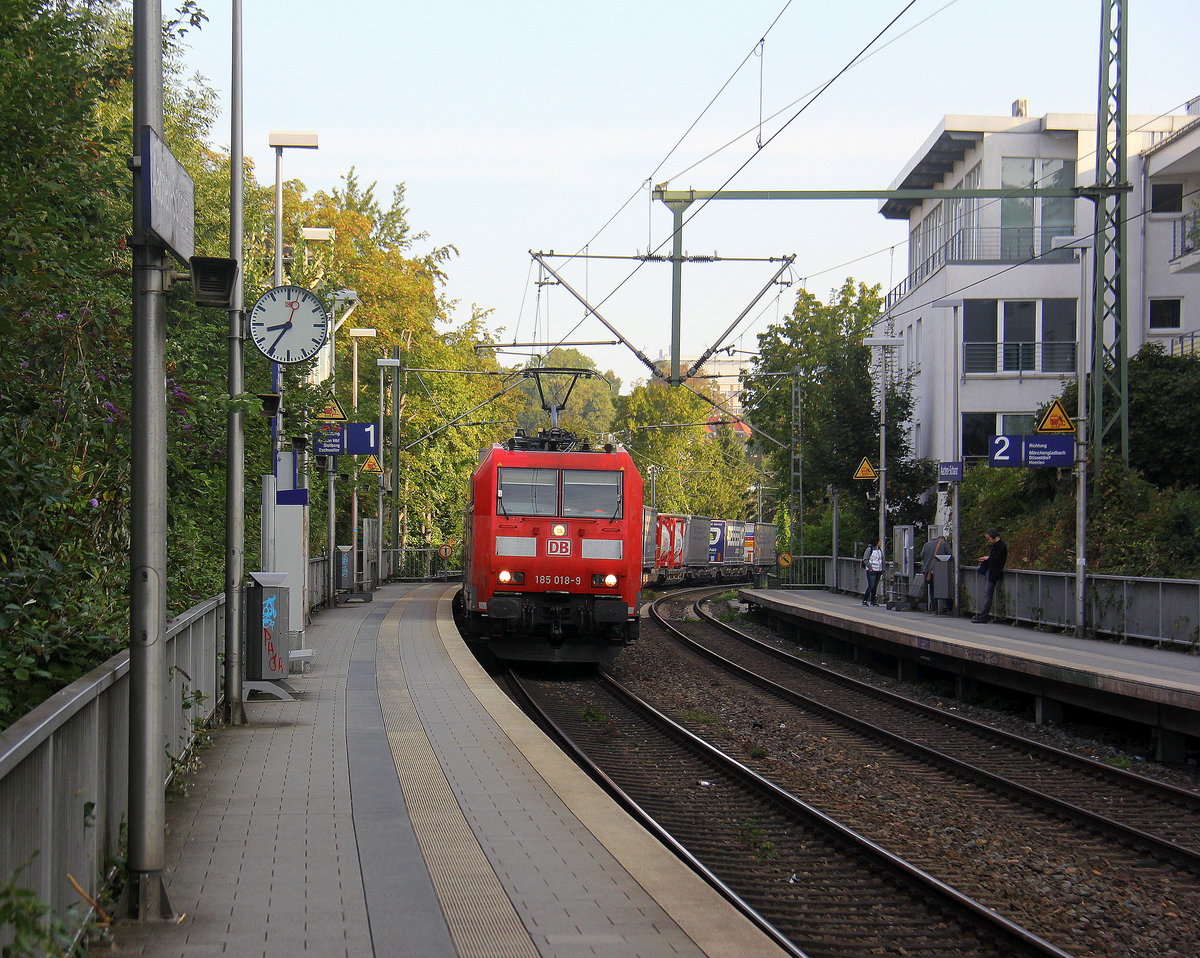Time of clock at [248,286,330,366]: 8:36
